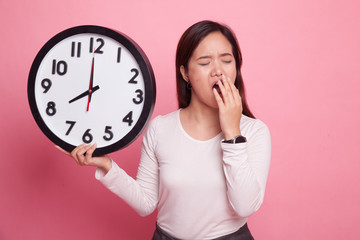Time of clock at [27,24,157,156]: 7:59
